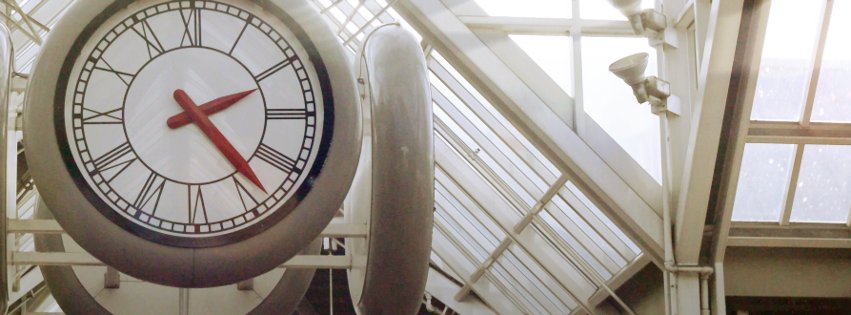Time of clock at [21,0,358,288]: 2:23
